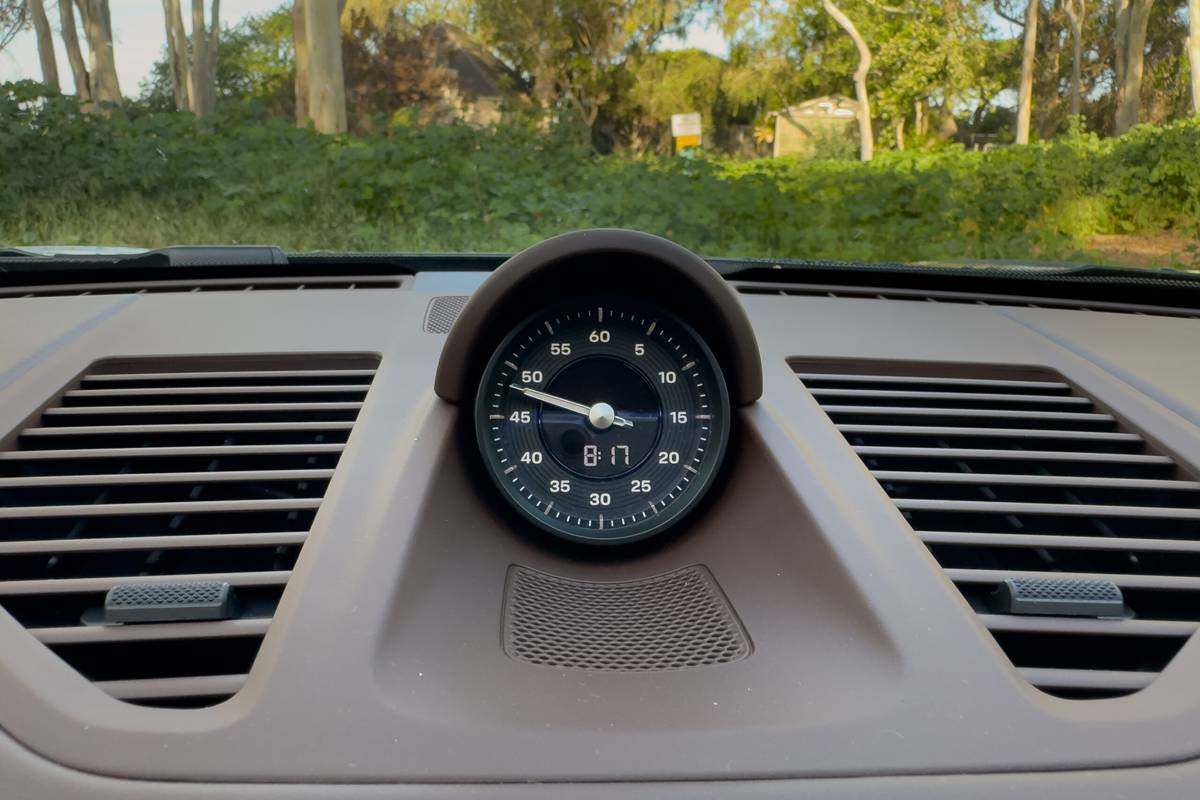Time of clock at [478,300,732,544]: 9:48
